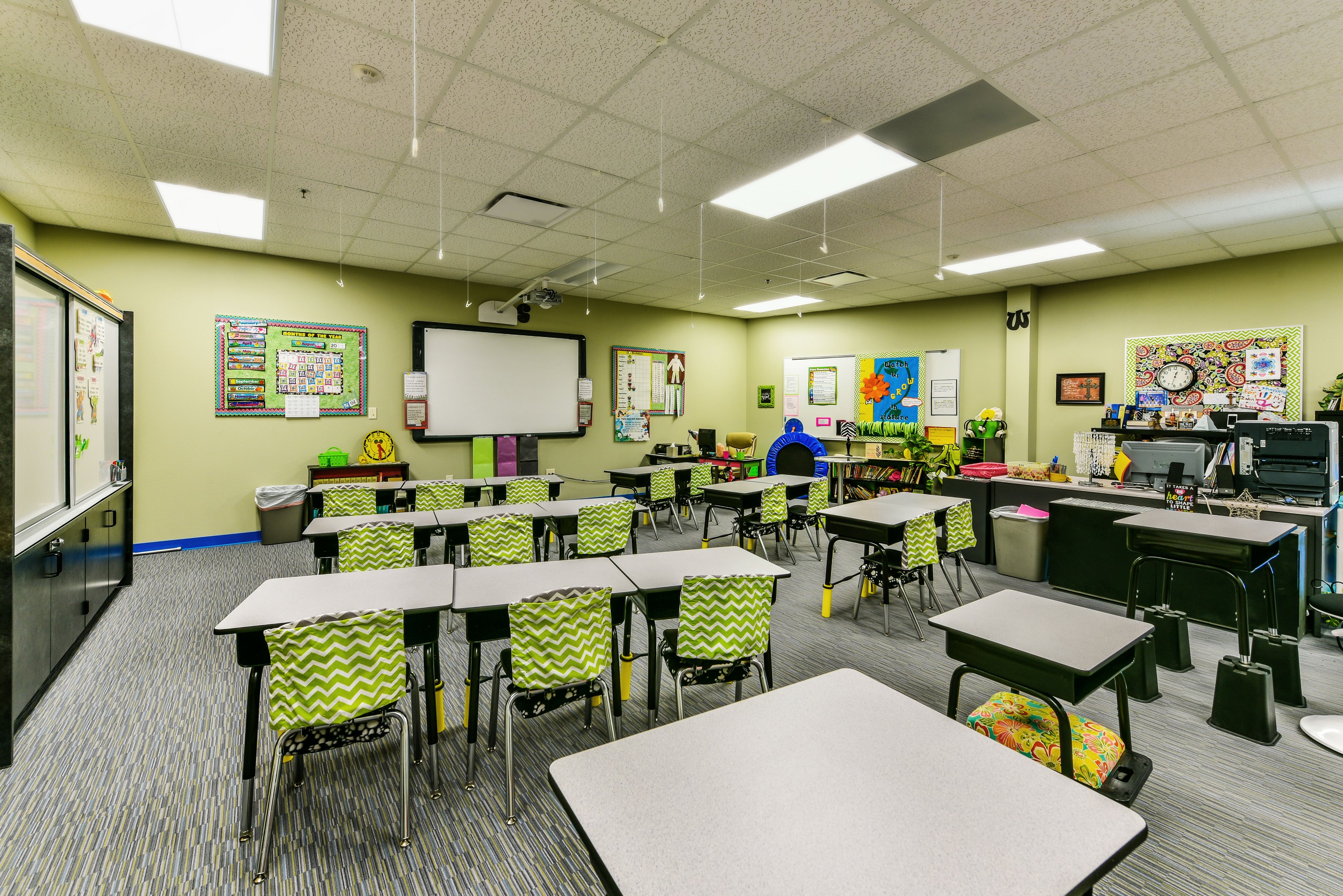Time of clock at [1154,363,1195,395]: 12:32
